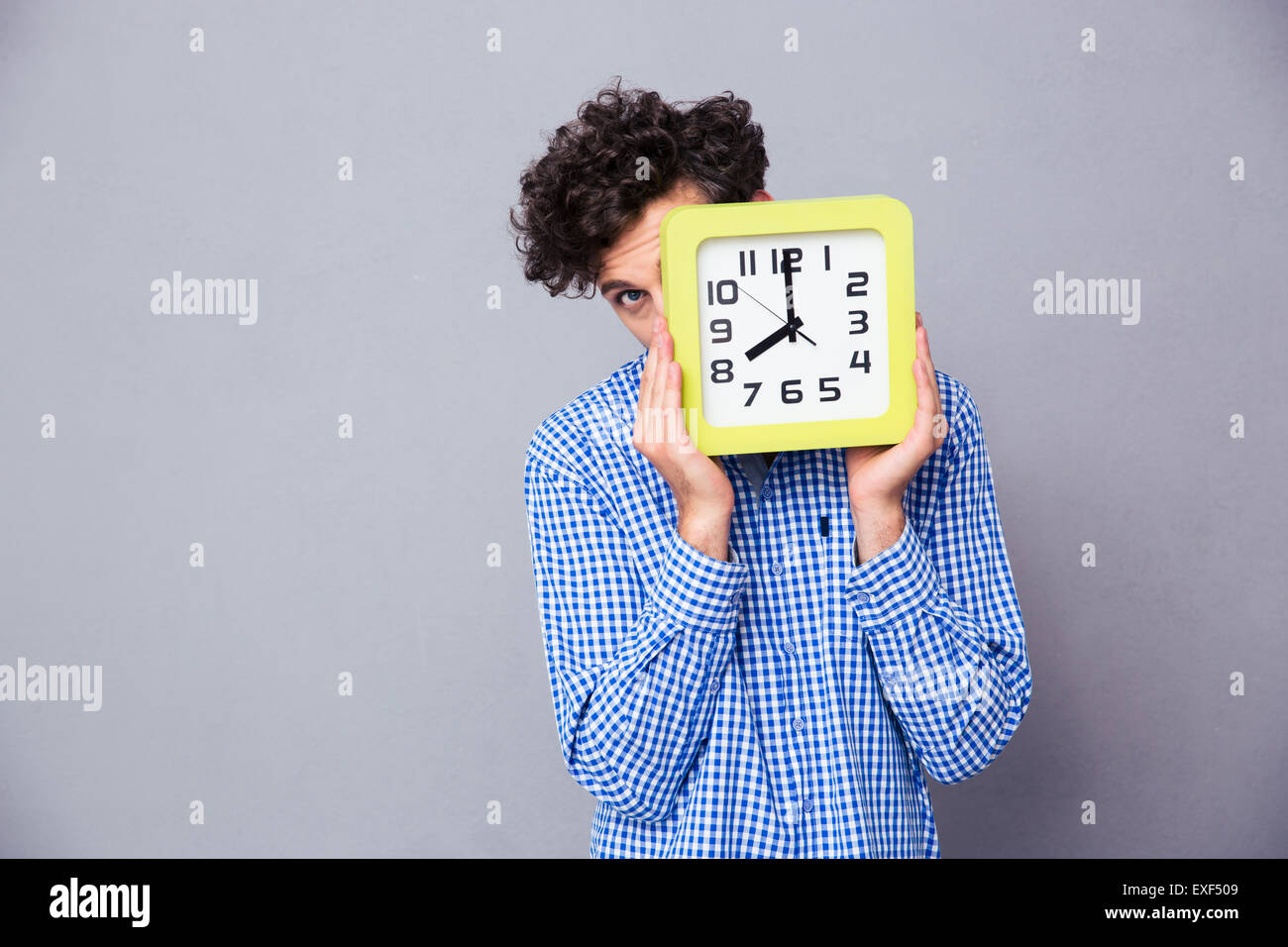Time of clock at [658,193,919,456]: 7:59
